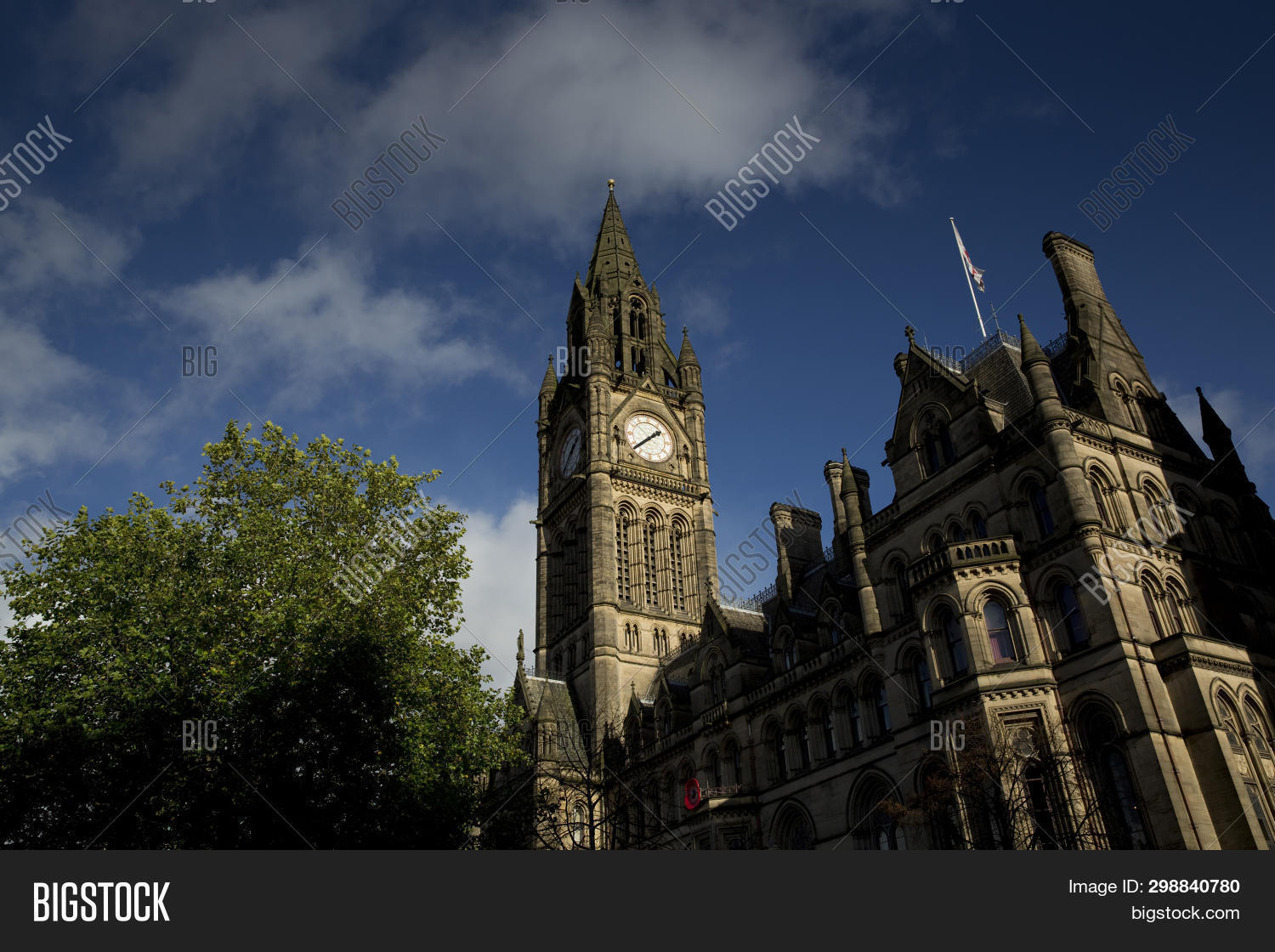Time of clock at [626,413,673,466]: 1:37
